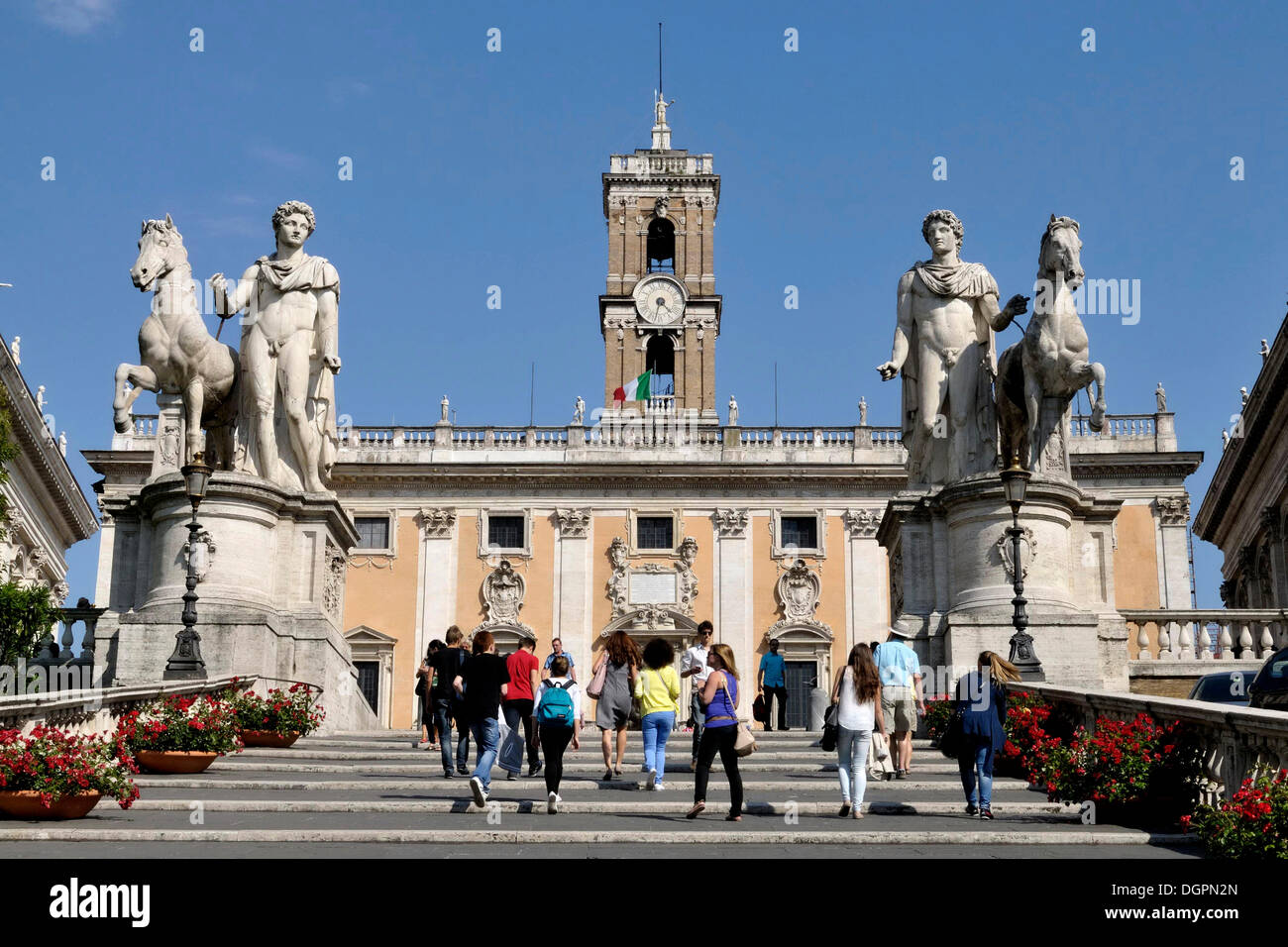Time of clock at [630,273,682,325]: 4:32
